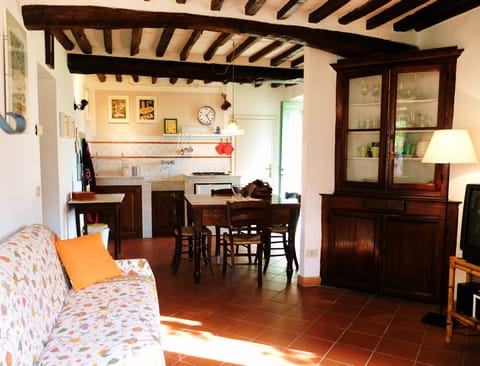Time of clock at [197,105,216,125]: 5:06
